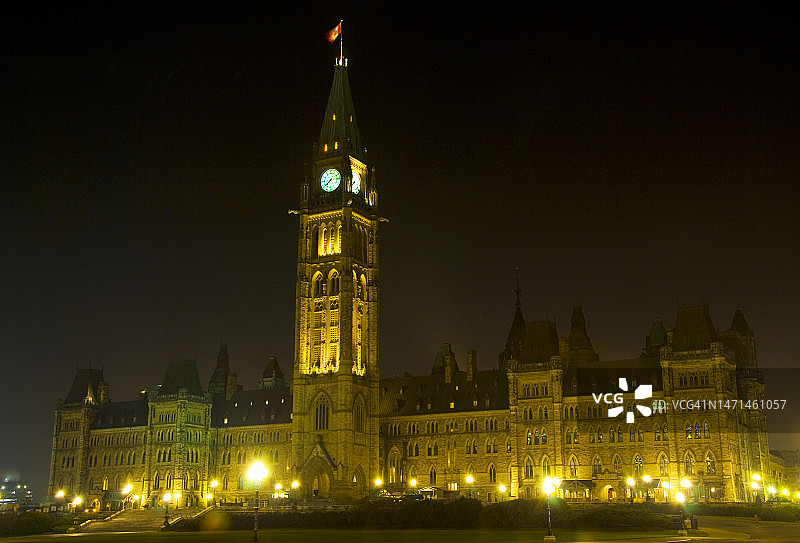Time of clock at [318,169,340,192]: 7:38
